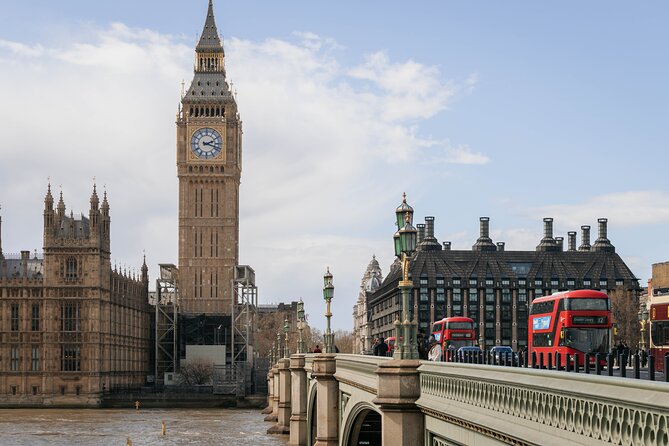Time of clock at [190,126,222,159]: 2:18
